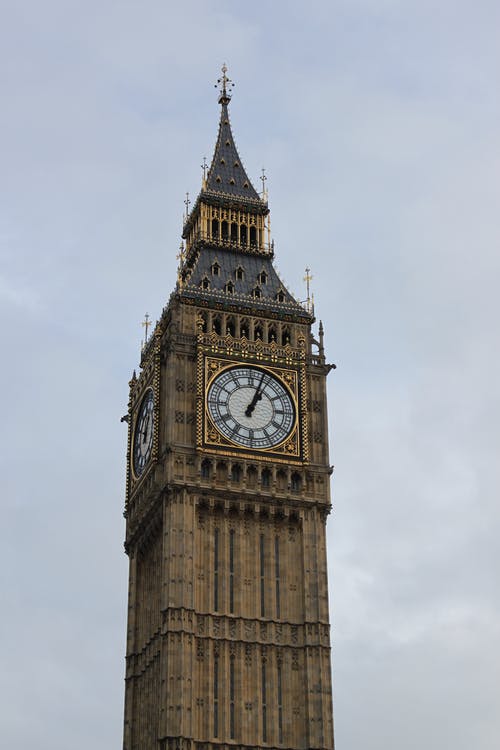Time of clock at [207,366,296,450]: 1:03
